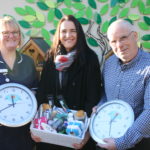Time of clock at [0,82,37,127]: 11:40
